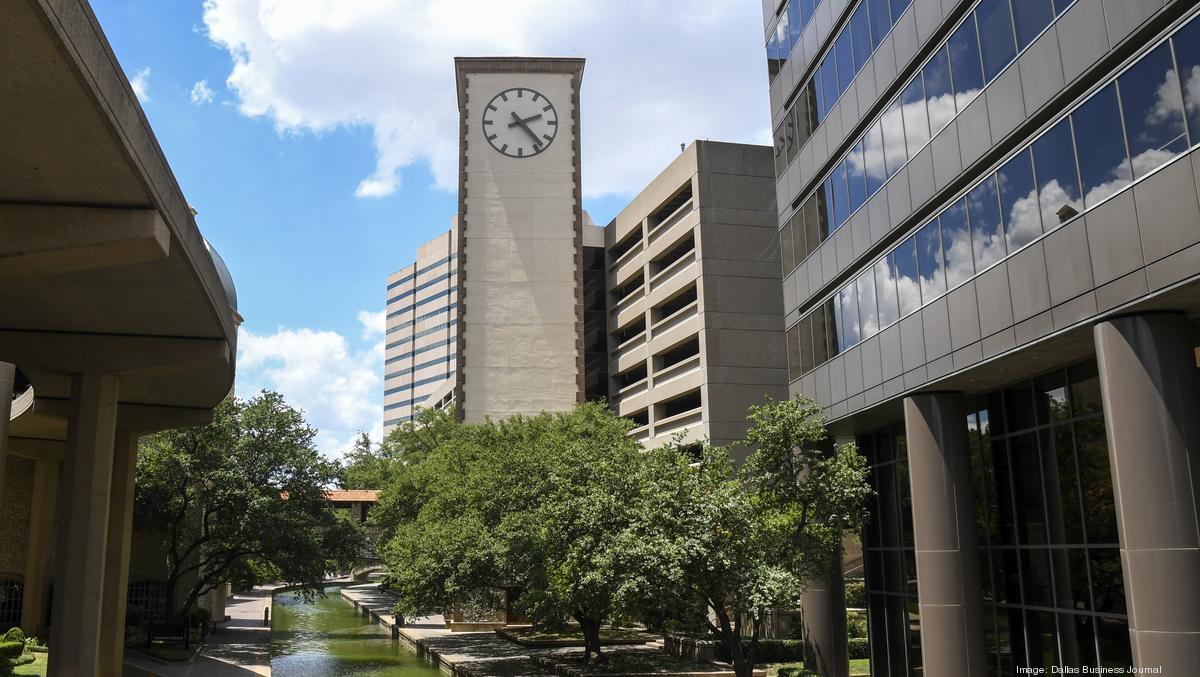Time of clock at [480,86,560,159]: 2:23
